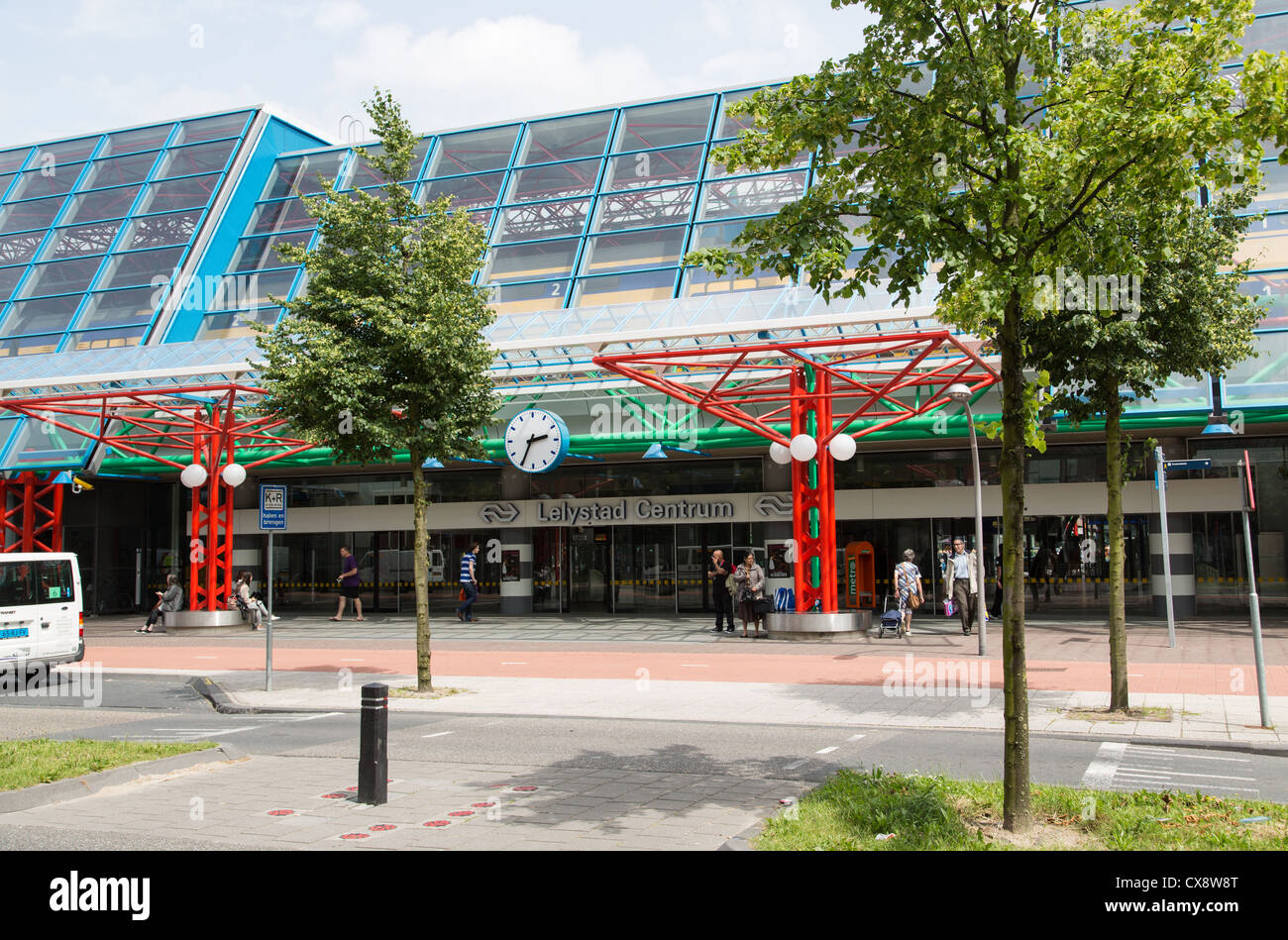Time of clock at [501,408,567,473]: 2:34
